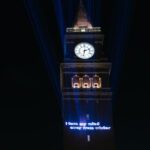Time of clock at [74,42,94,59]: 2:32
